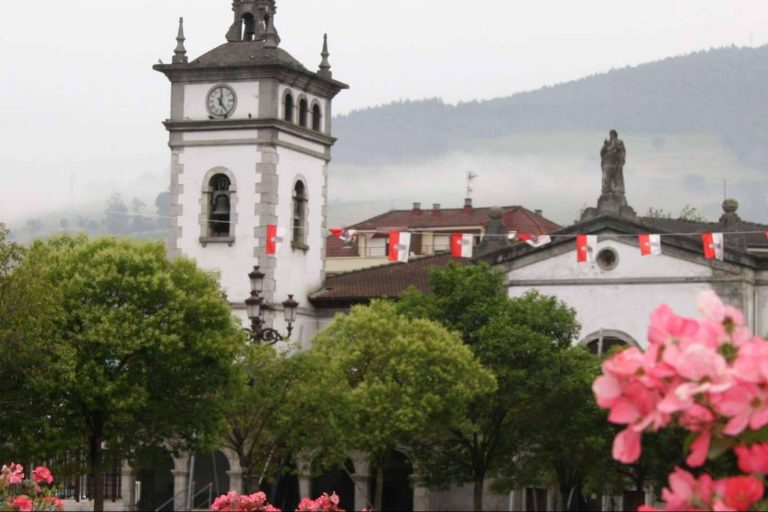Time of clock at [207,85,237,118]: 12:24
